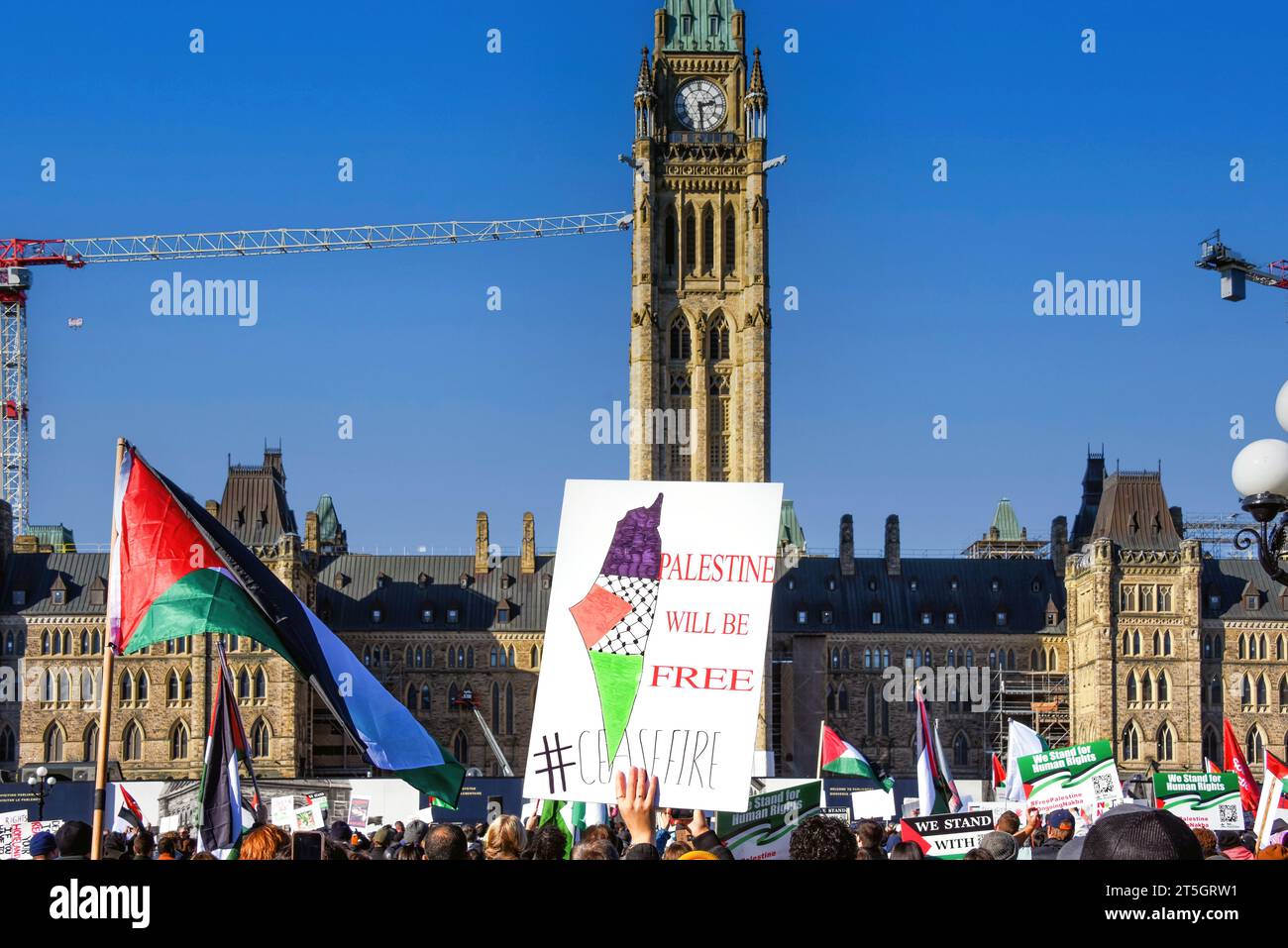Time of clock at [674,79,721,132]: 2:29
